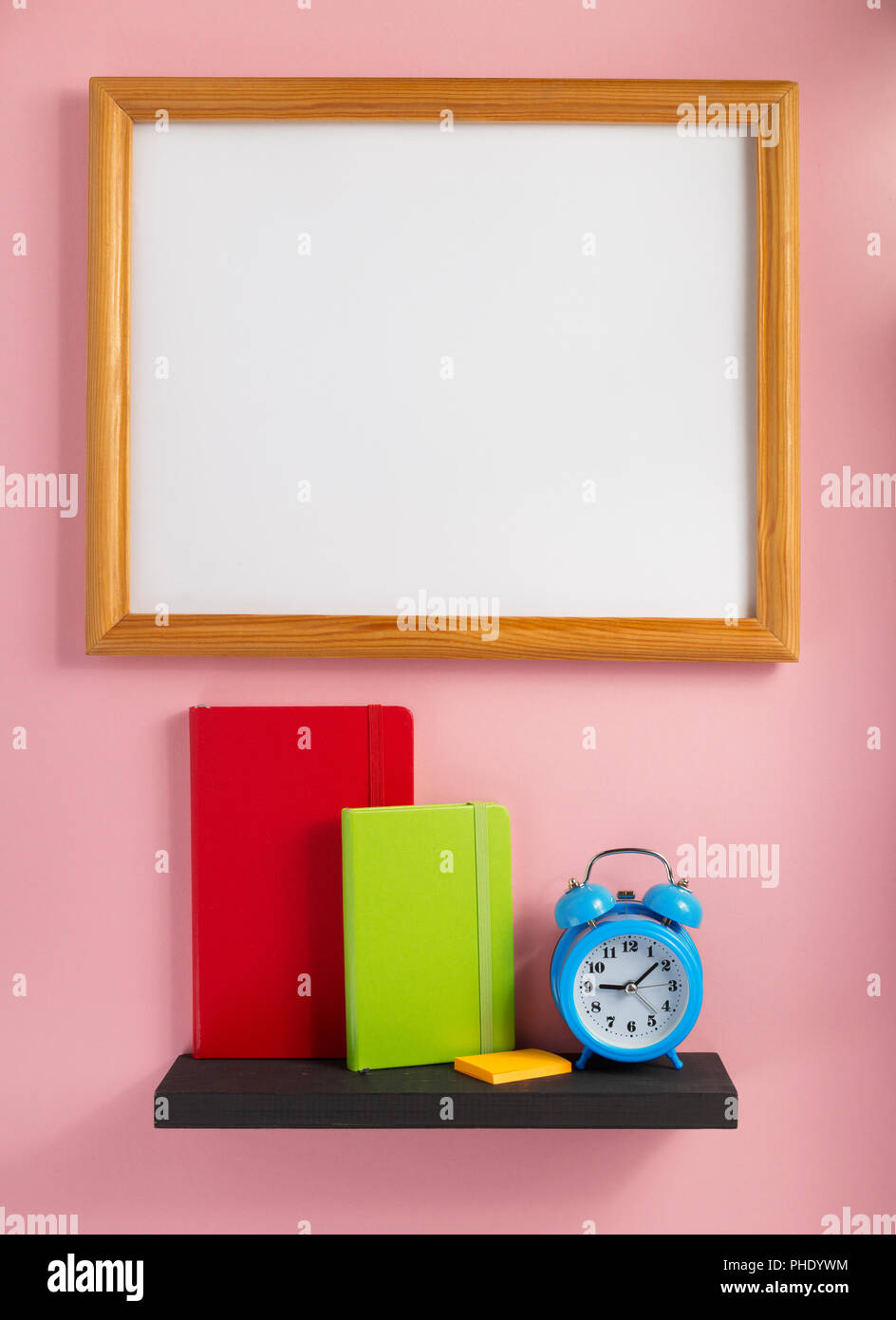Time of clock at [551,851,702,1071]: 9:08
